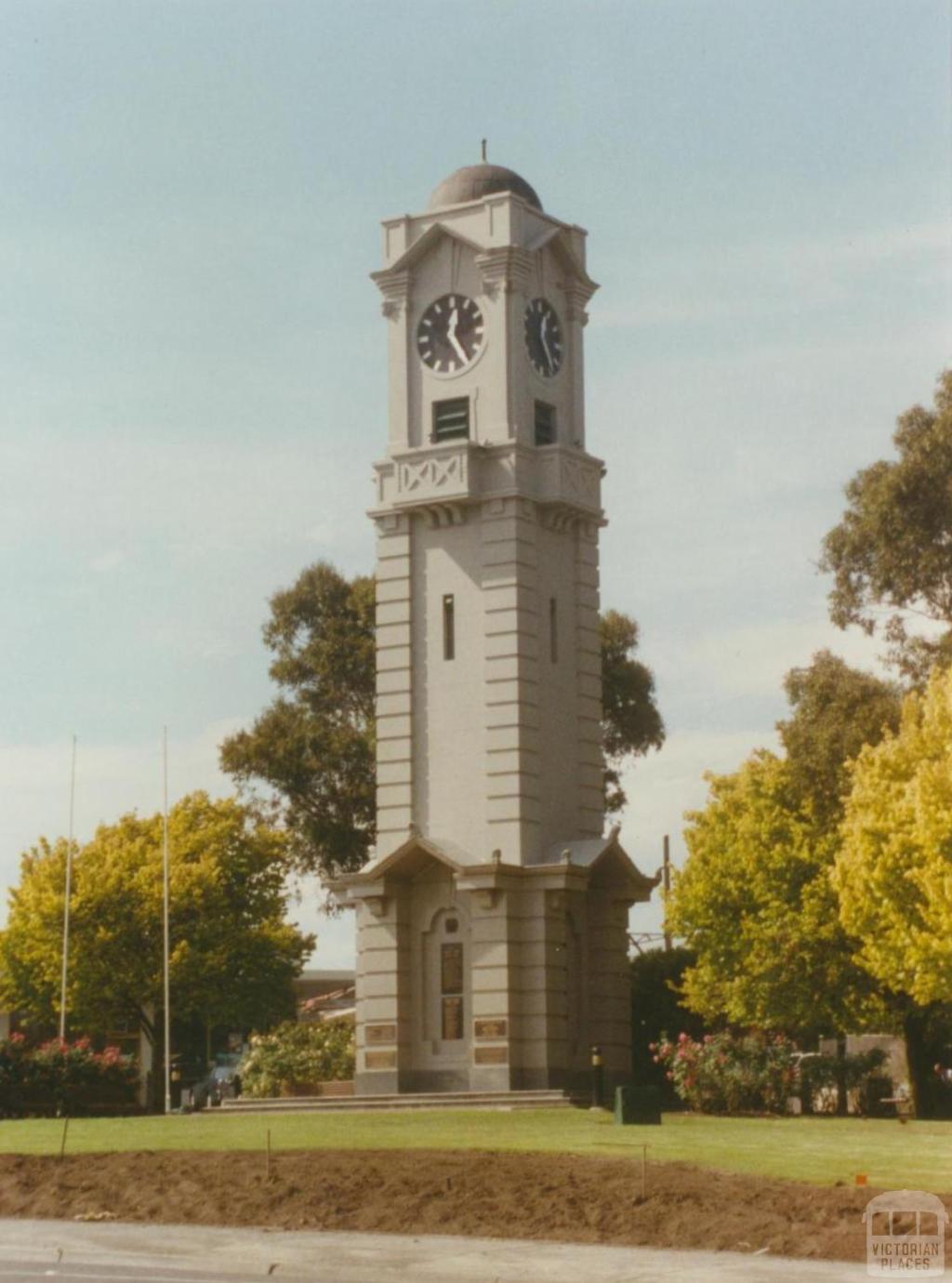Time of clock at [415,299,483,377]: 12:24
